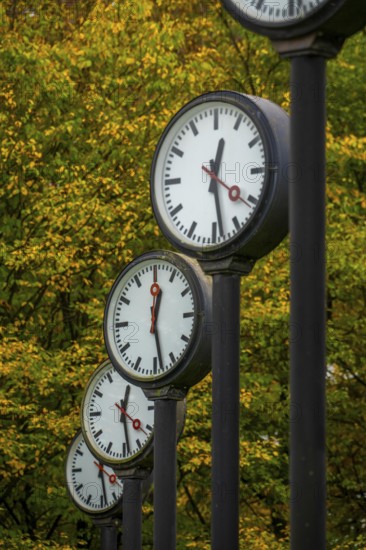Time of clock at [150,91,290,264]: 12:28
